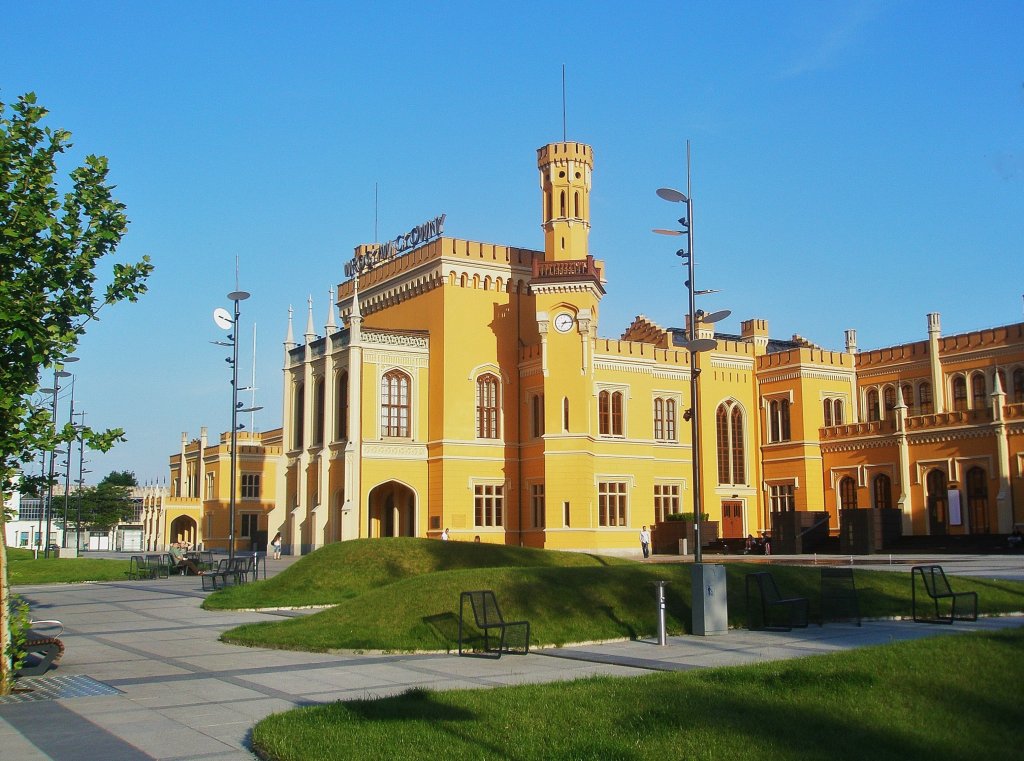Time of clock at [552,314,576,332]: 7:14
